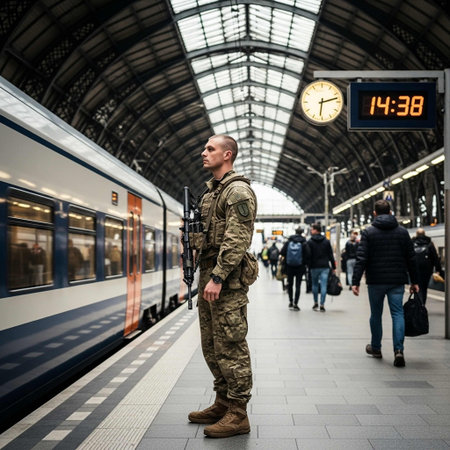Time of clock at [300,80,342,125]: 6:12
